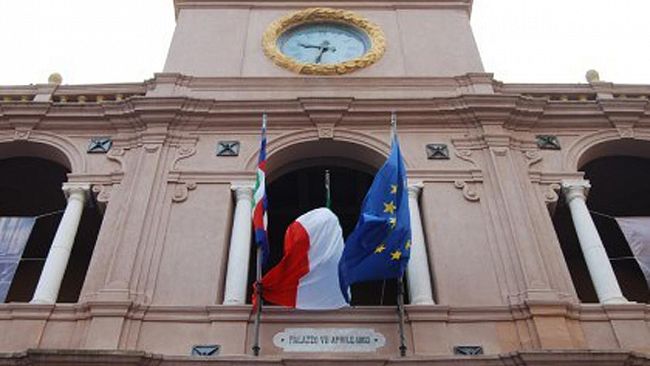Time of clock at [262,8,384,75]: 9:33
